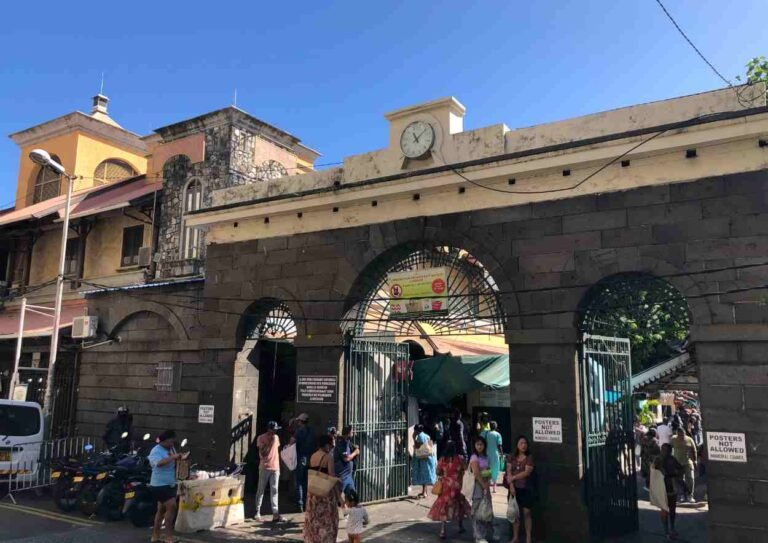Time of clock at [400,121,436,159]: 11:07
